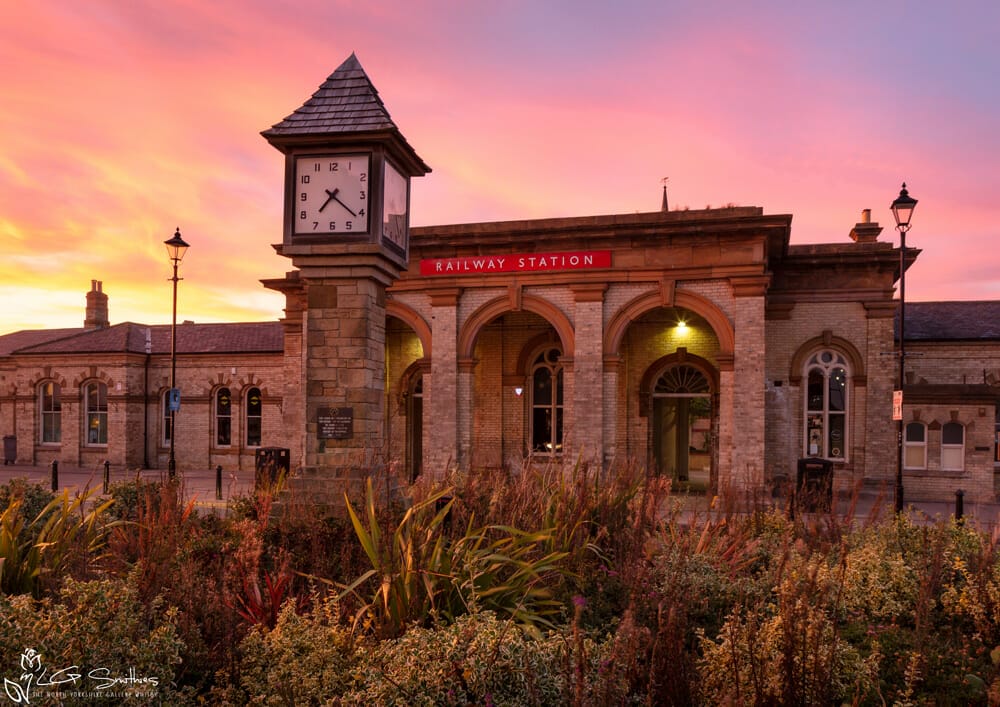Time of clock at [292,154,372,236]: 7:21
